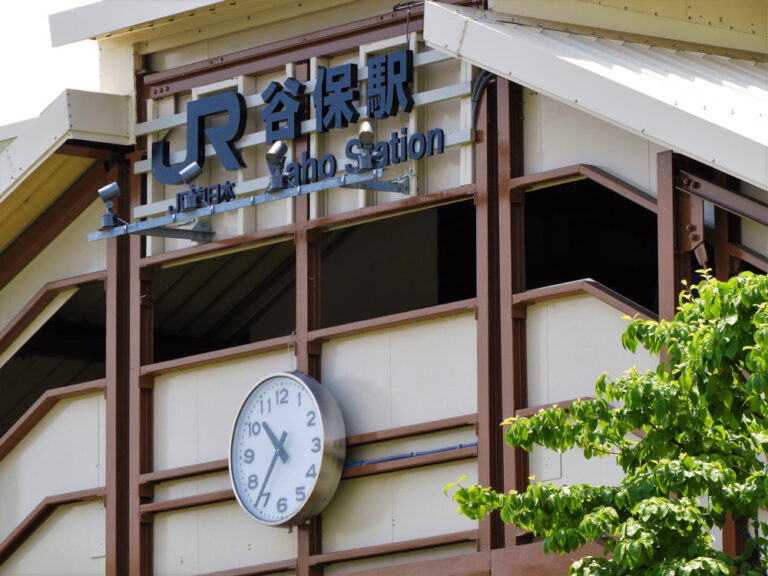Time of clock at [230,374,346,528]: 10:36
